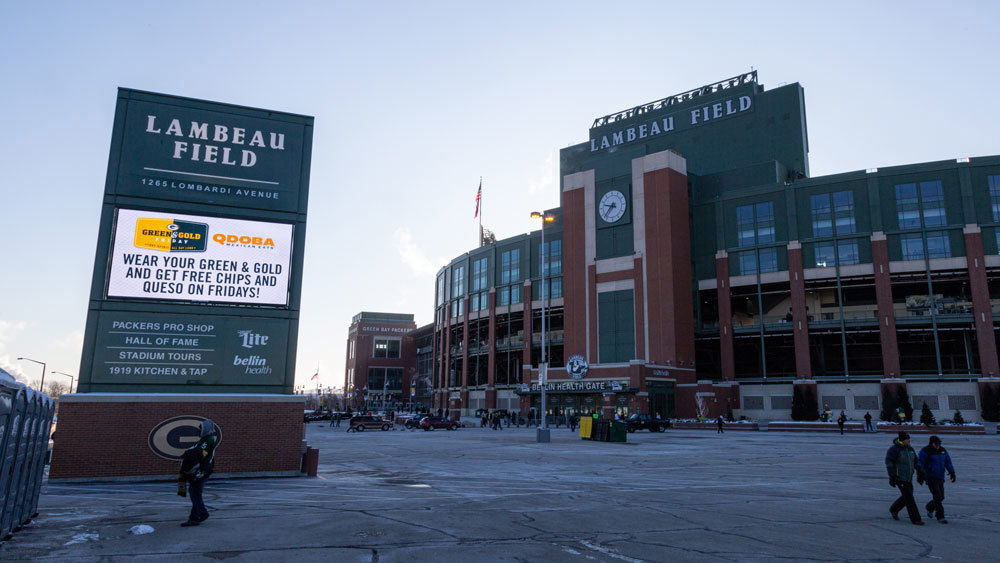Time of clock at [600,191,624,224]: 9:37
